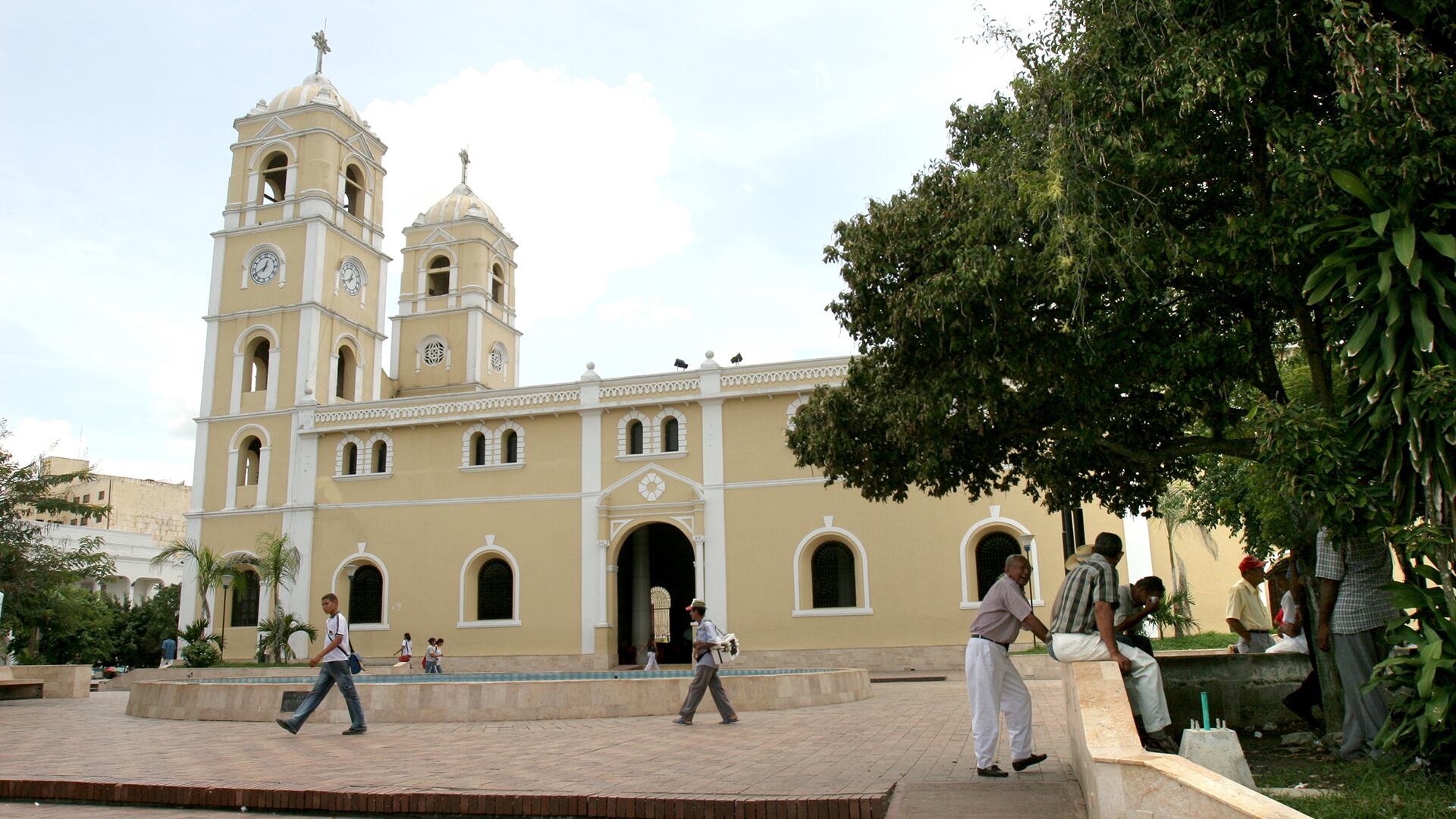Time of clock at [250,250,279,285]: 12:40
